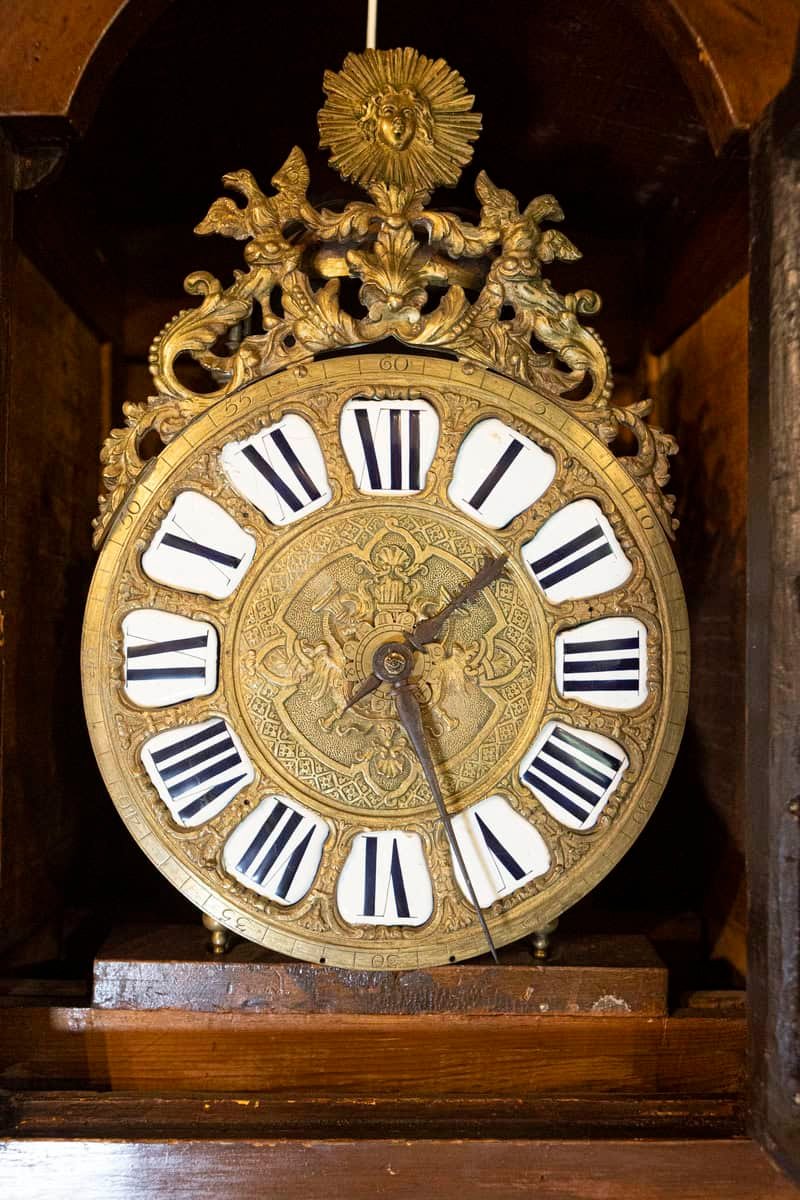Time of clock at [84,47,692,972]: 1:26
